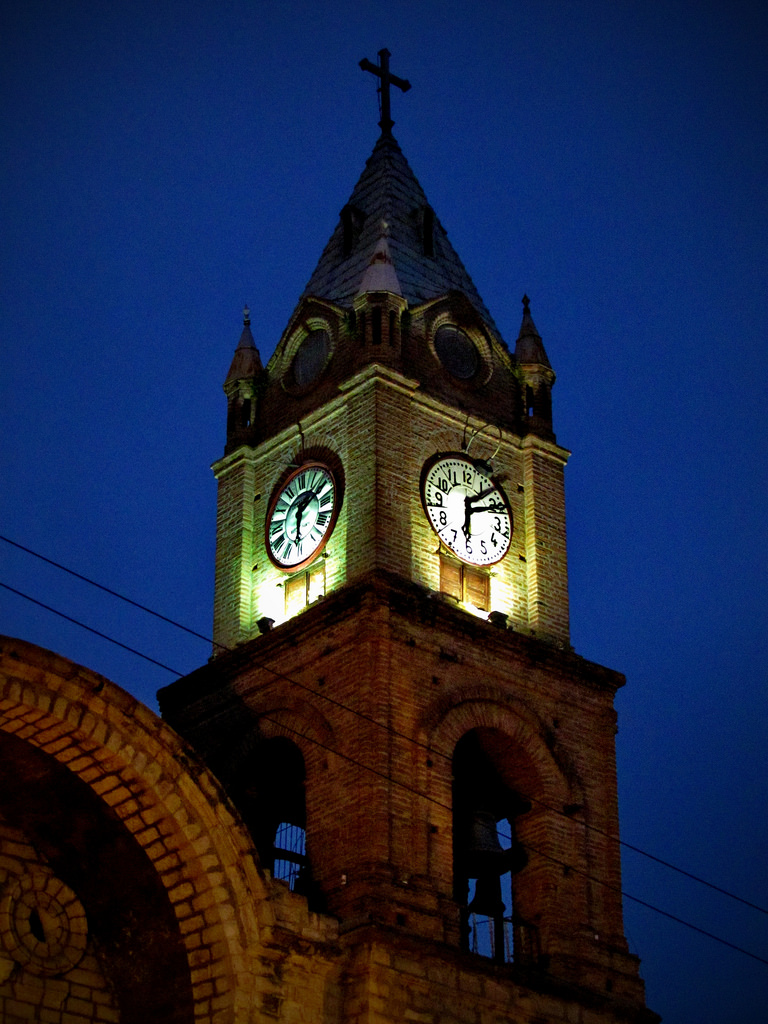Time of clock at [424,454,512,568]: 6:10
